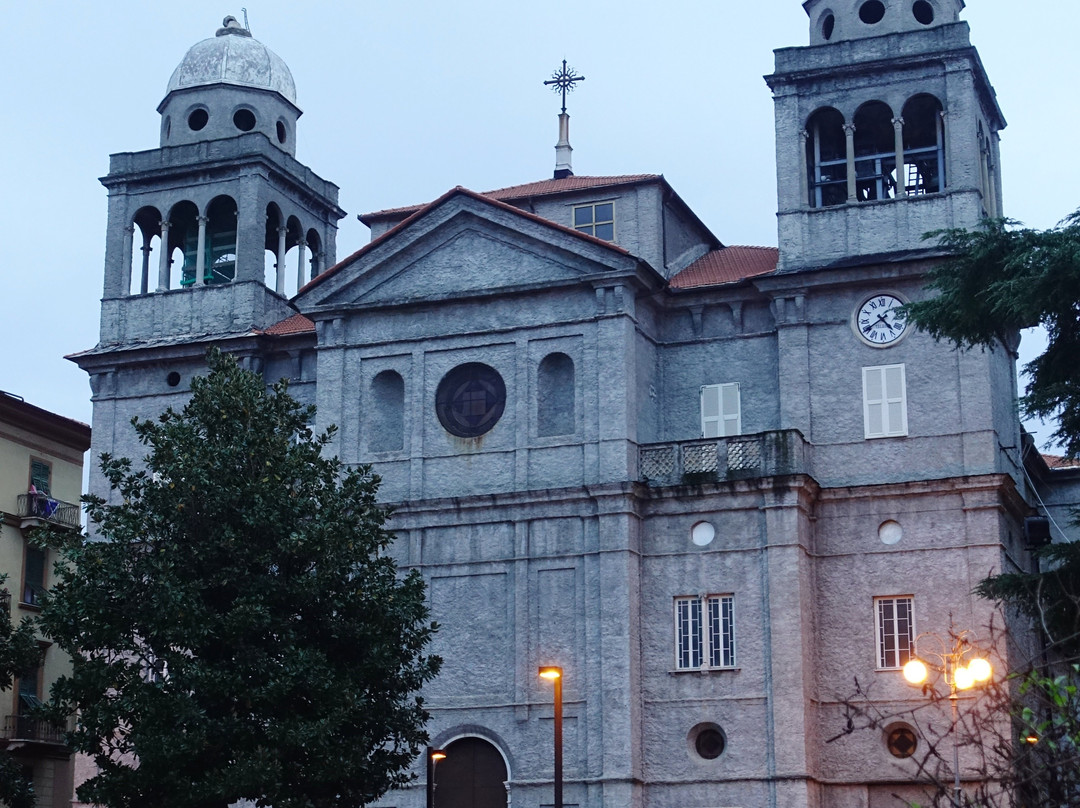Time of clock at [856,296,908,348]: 4:39
